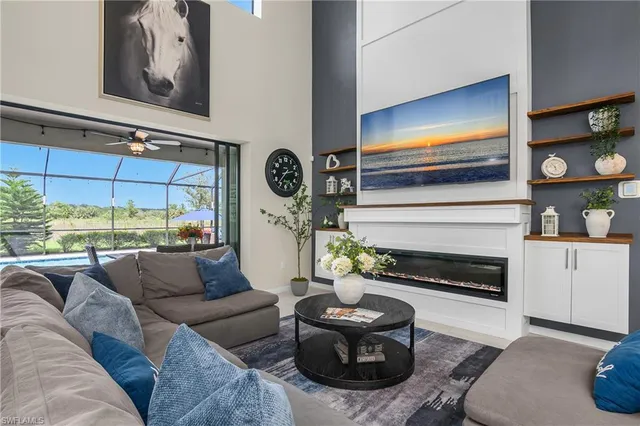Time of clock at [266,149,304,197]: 2:36
